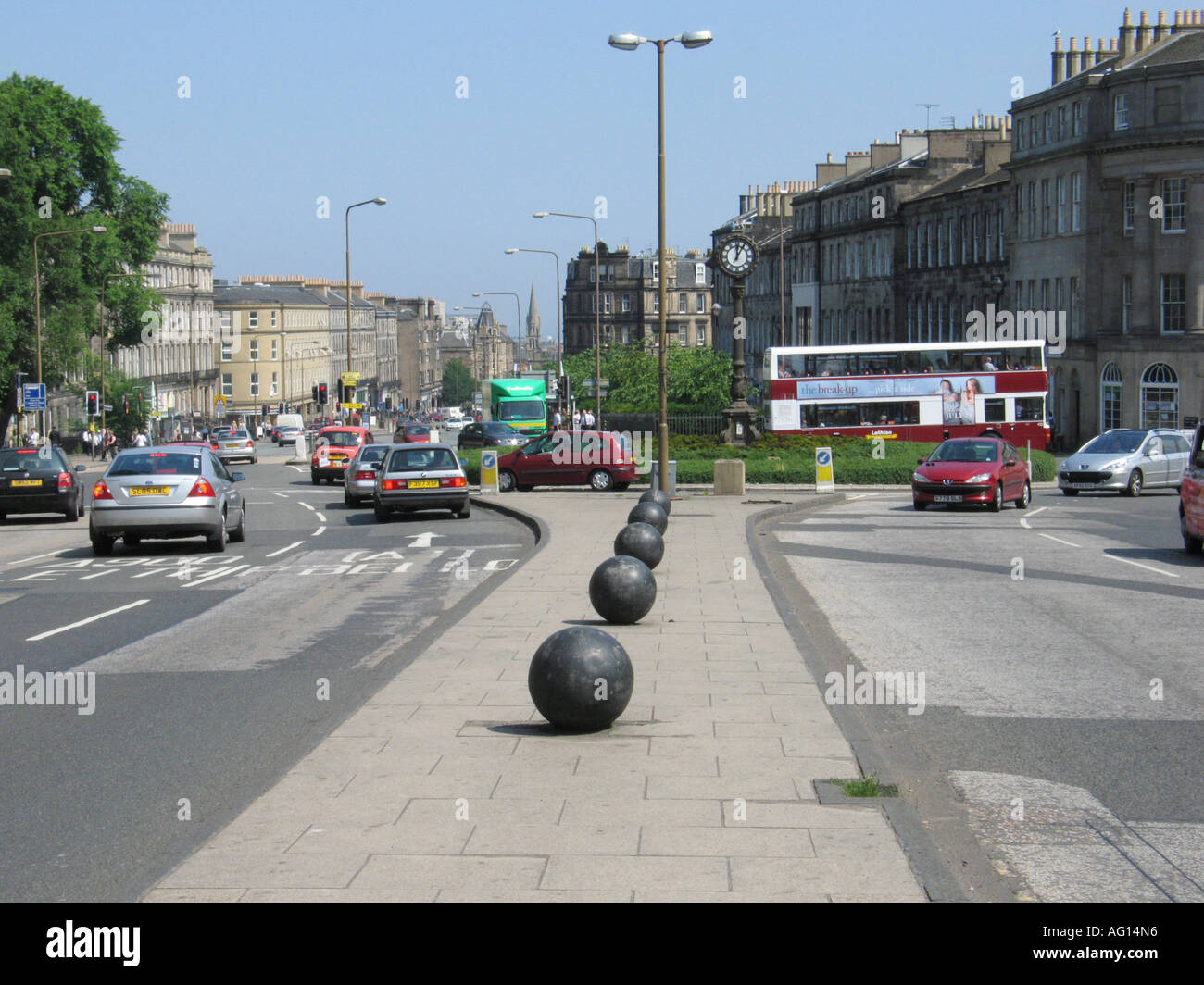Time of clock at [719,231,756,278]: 12:05
